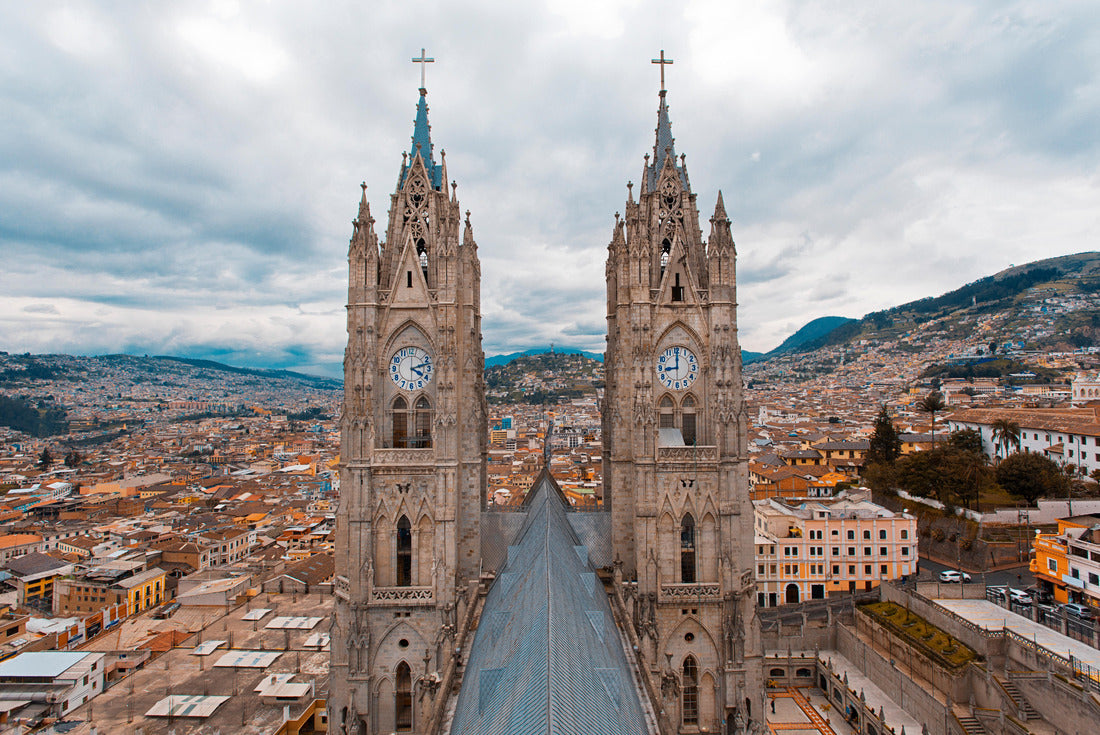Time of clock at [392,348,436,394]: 4:12
